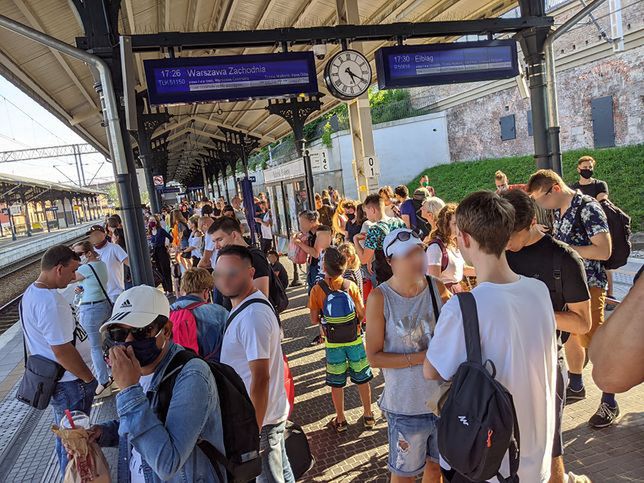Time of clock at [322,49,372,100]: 5:19
